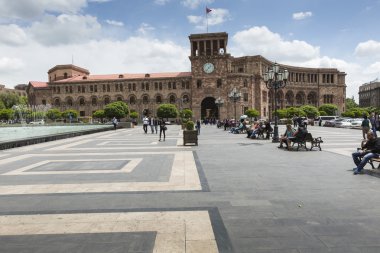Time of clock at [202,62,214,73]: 1:37
